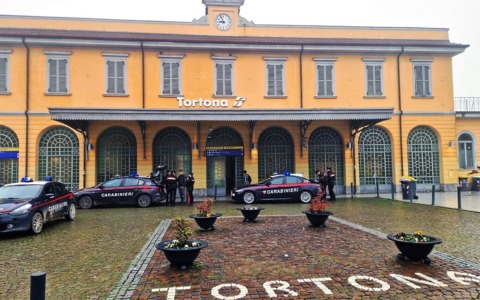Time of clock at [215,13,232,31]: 8:56
